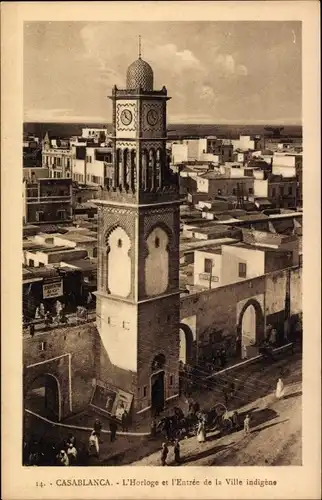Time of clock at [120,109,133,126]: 11:21
